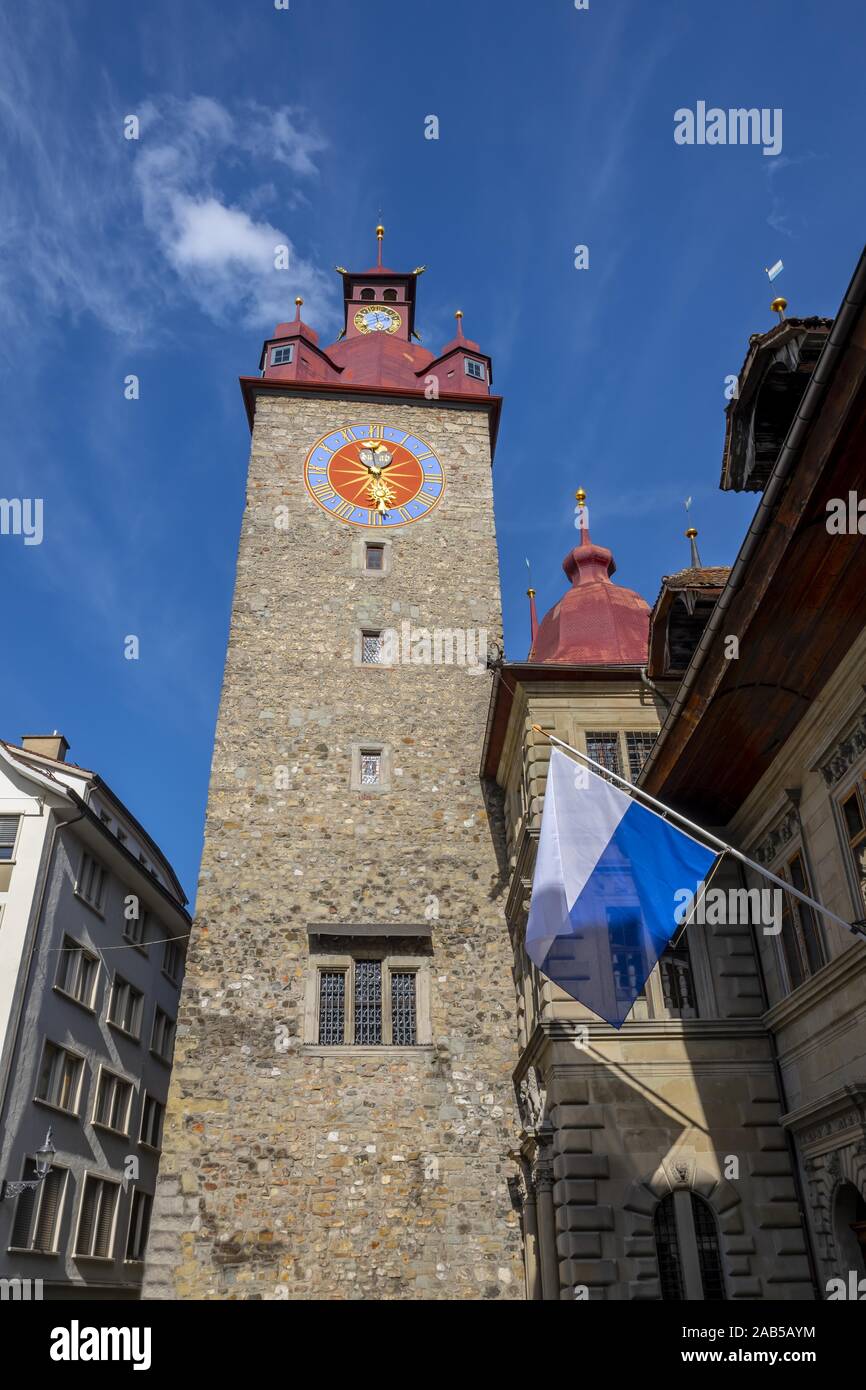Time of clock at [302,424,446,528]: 10:28
